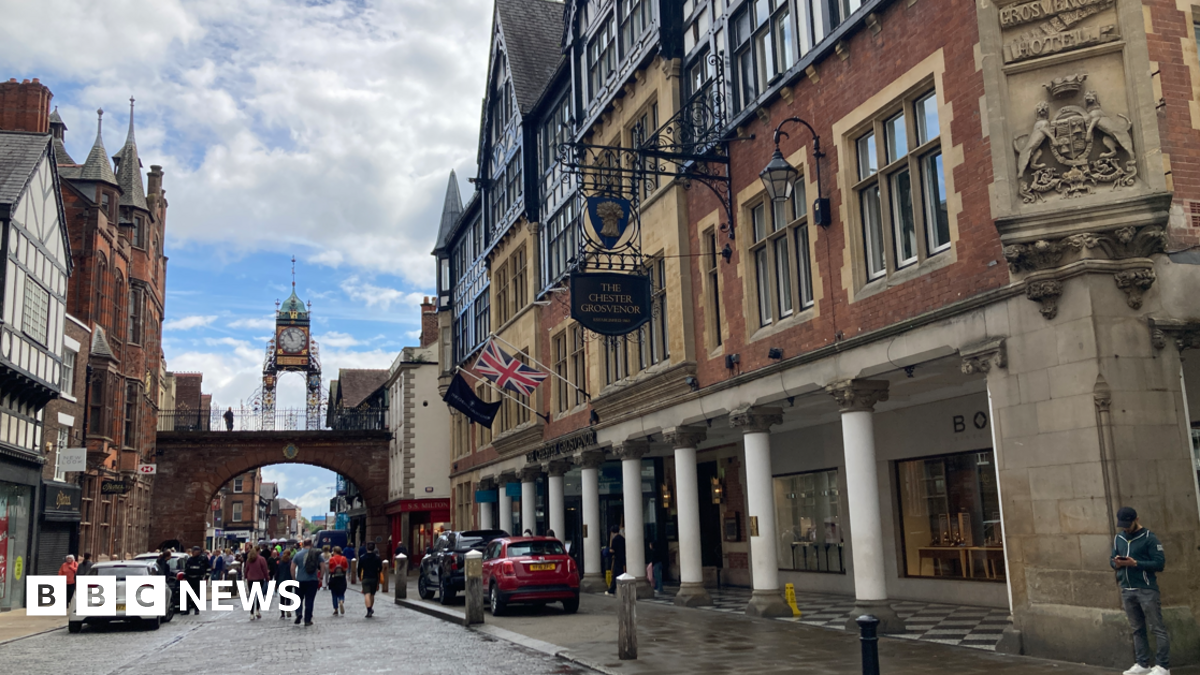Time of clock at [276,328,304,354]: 10:56
